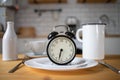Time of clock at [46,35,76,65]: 6:32
